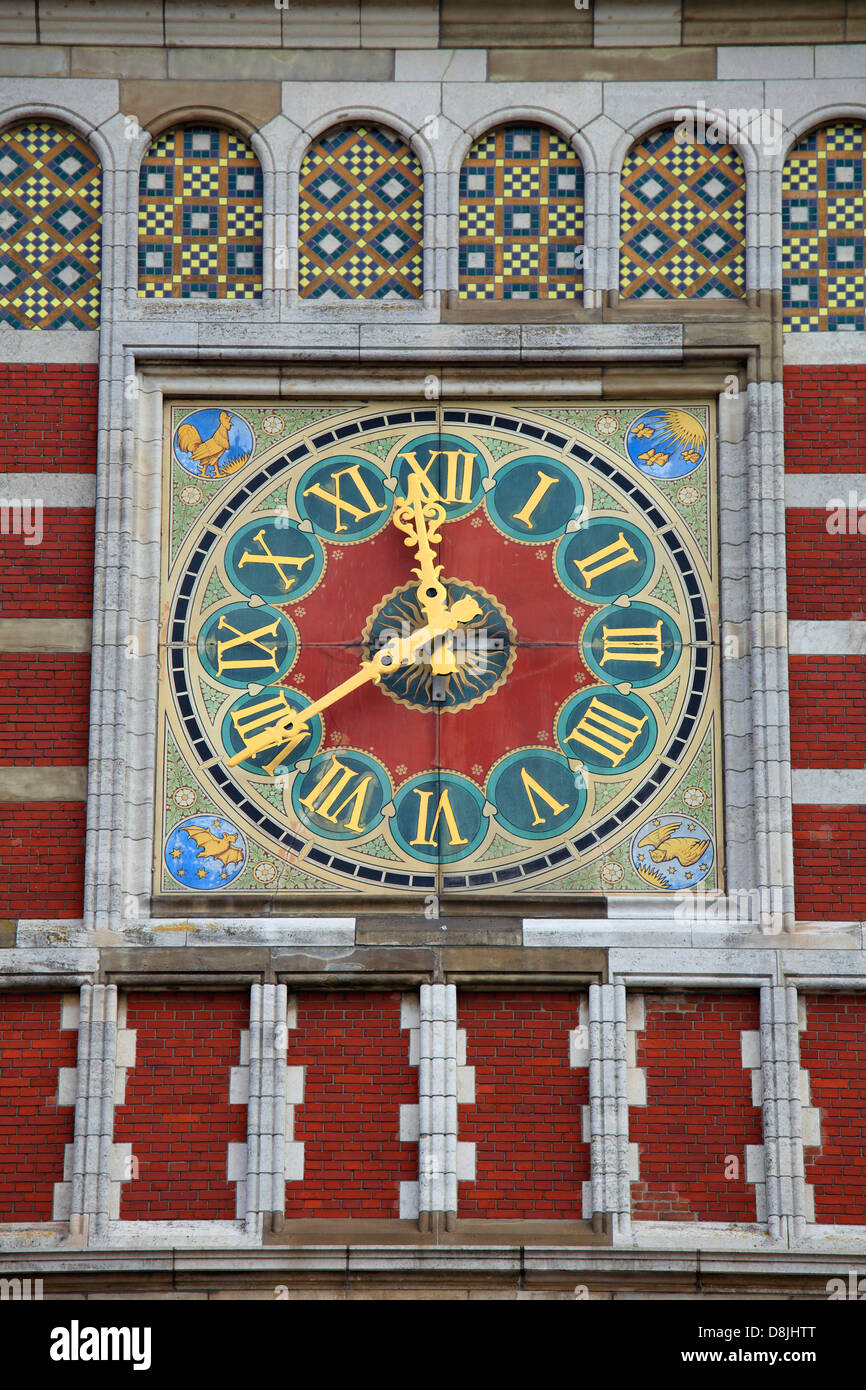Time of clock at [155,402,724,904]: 11:39
